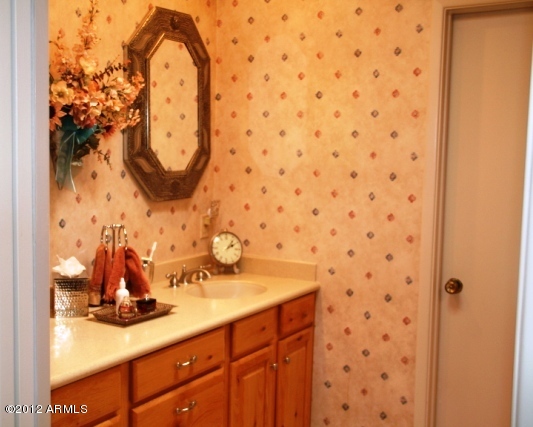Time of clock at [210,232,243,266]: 2:06
